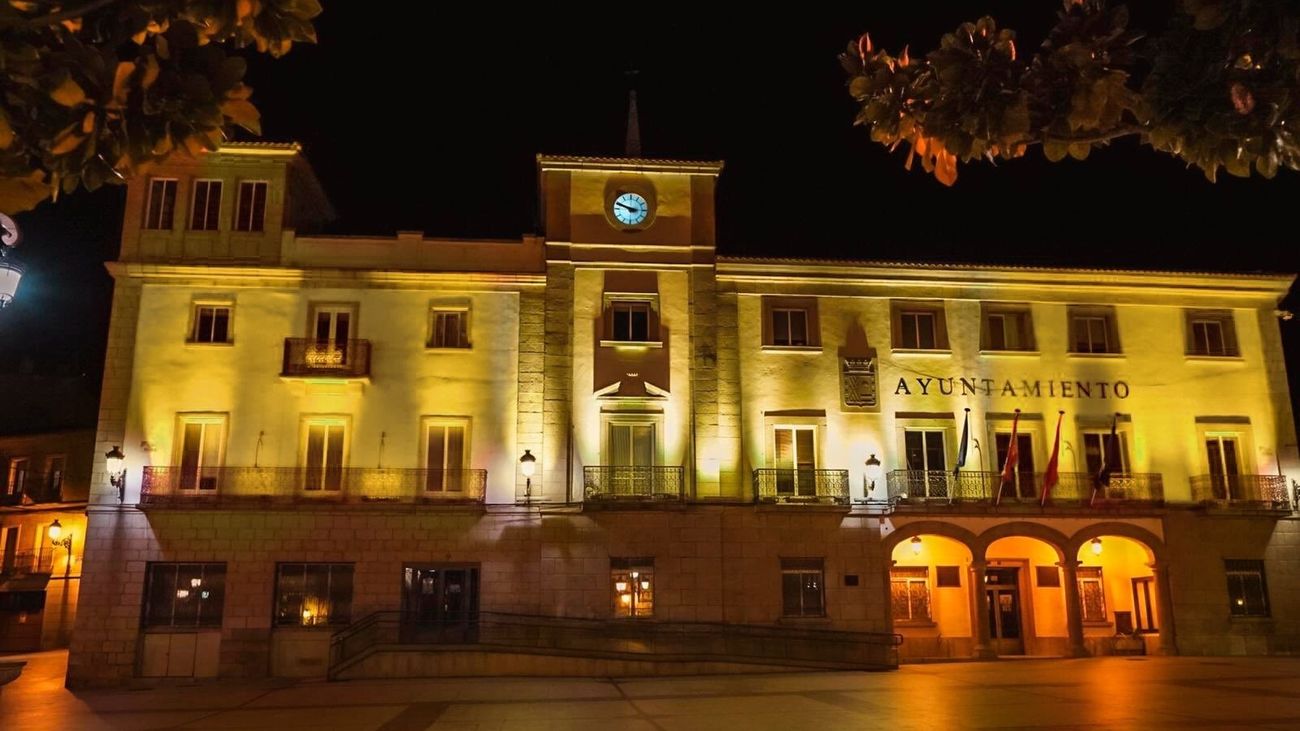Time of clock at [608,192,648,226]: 2:48
